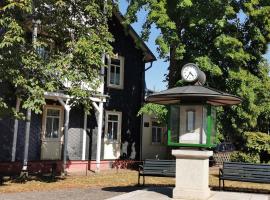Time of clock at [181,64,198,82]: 4:35
